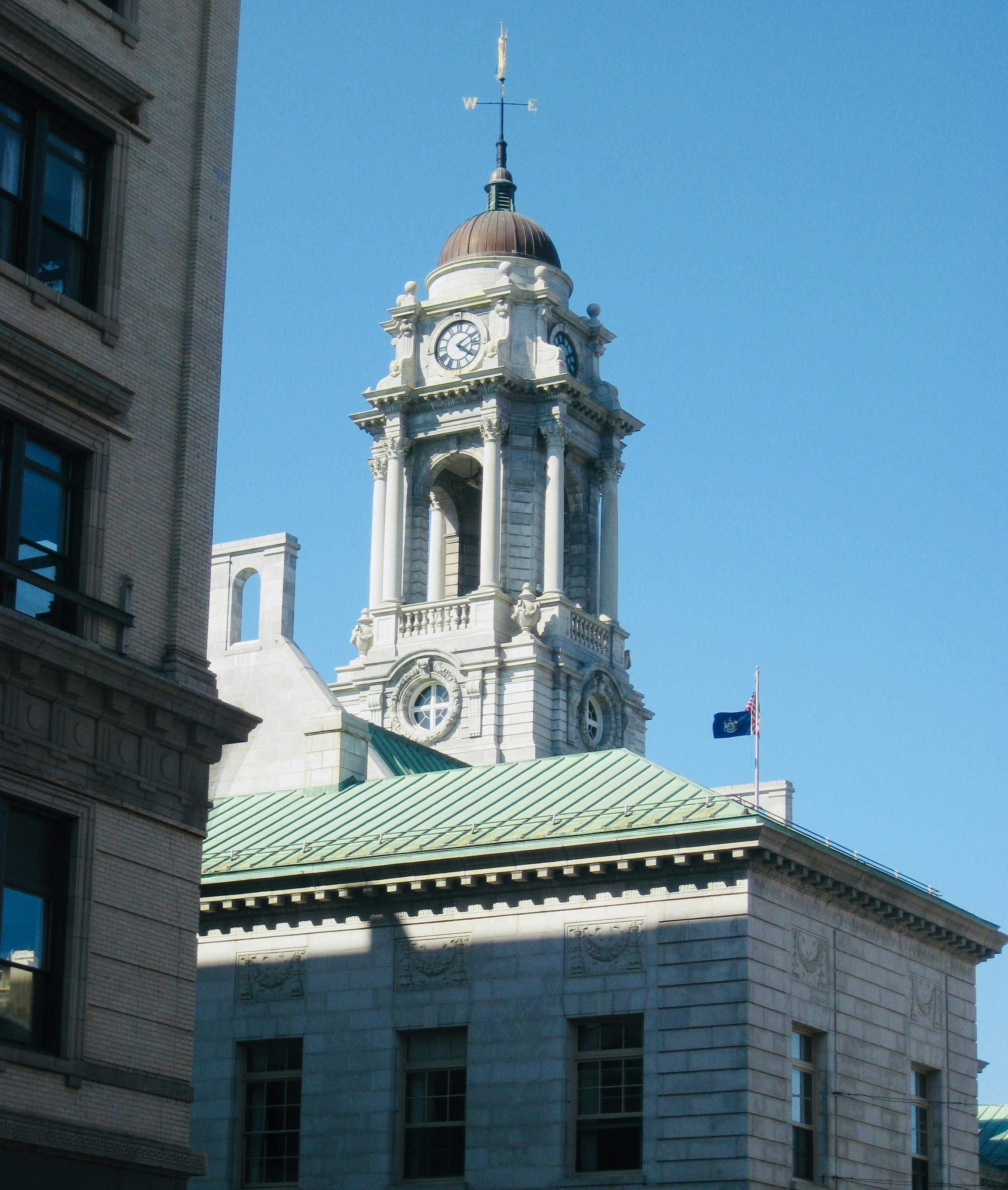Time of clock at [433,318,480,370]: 4:09
